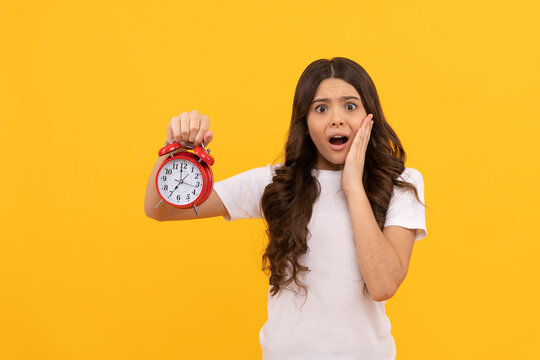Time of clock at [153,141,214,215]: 6:58
